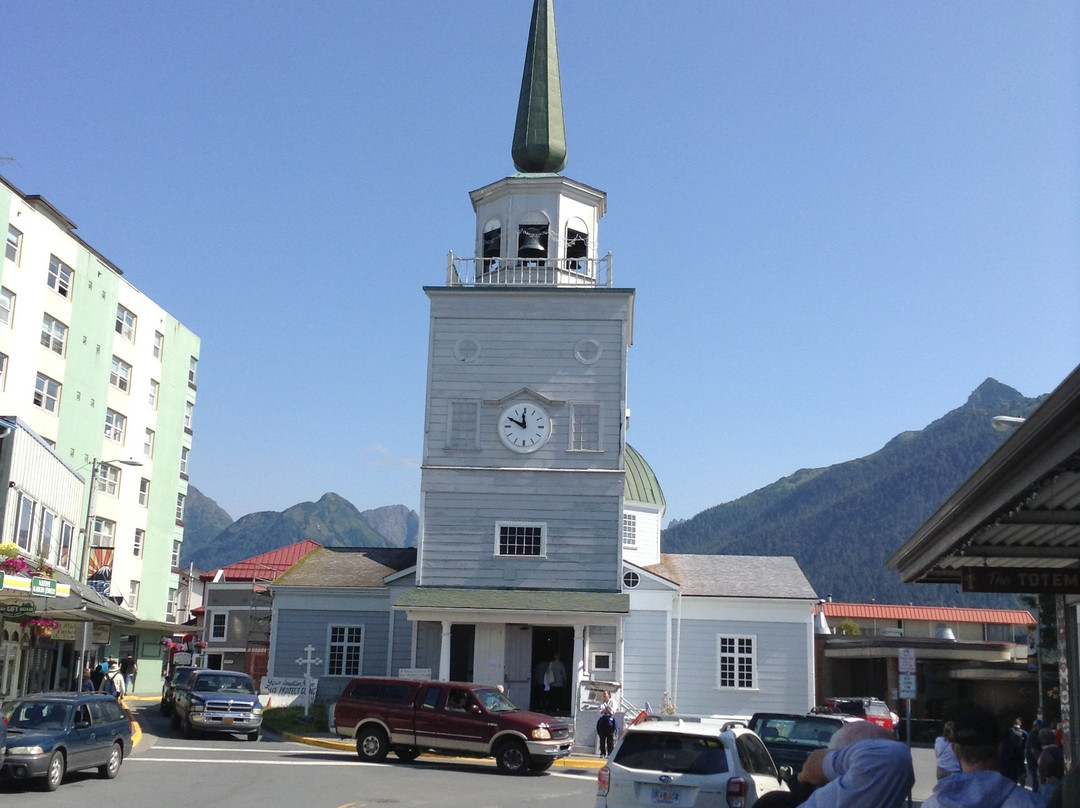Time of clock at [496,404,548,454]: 11:49
